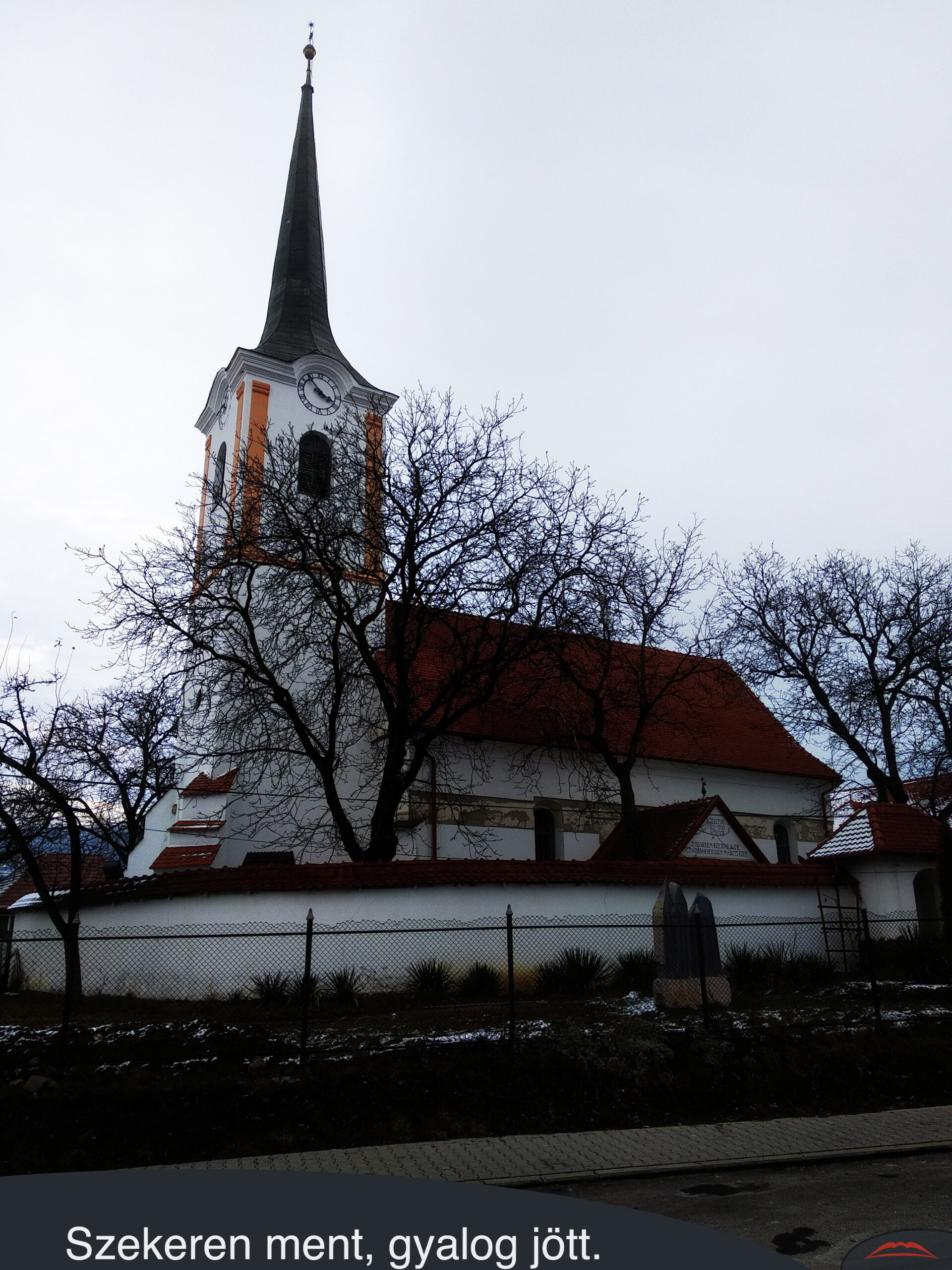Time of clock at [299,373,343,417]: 3:52
